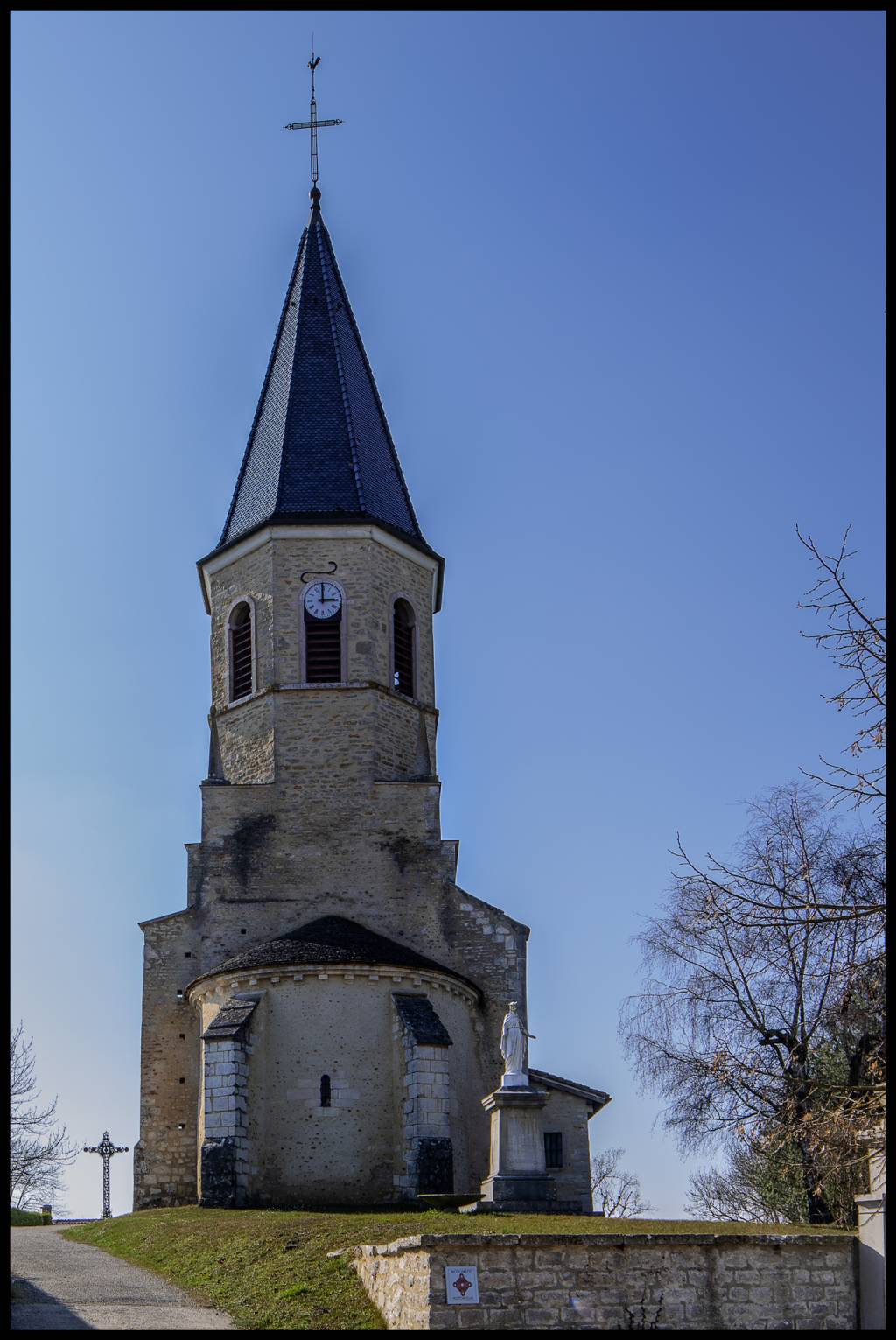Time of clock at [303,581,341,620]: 2:59
